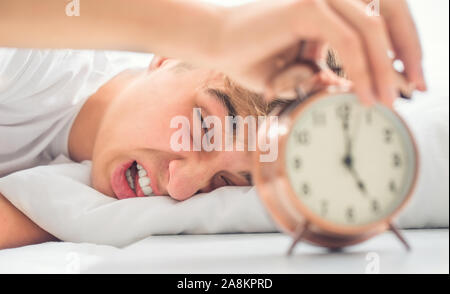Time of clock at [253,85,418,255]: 5:00
